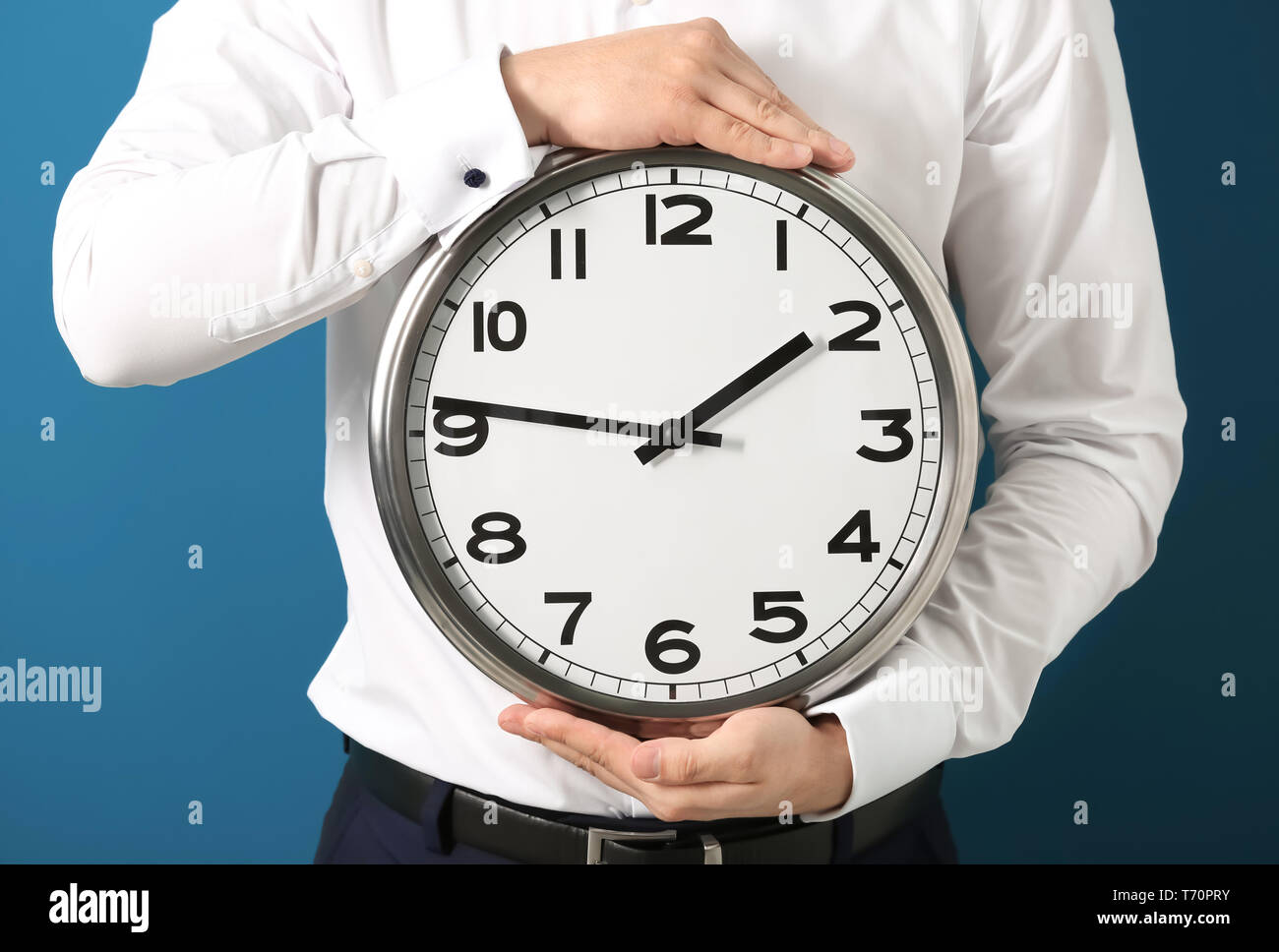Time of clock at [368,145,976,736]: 1:46
